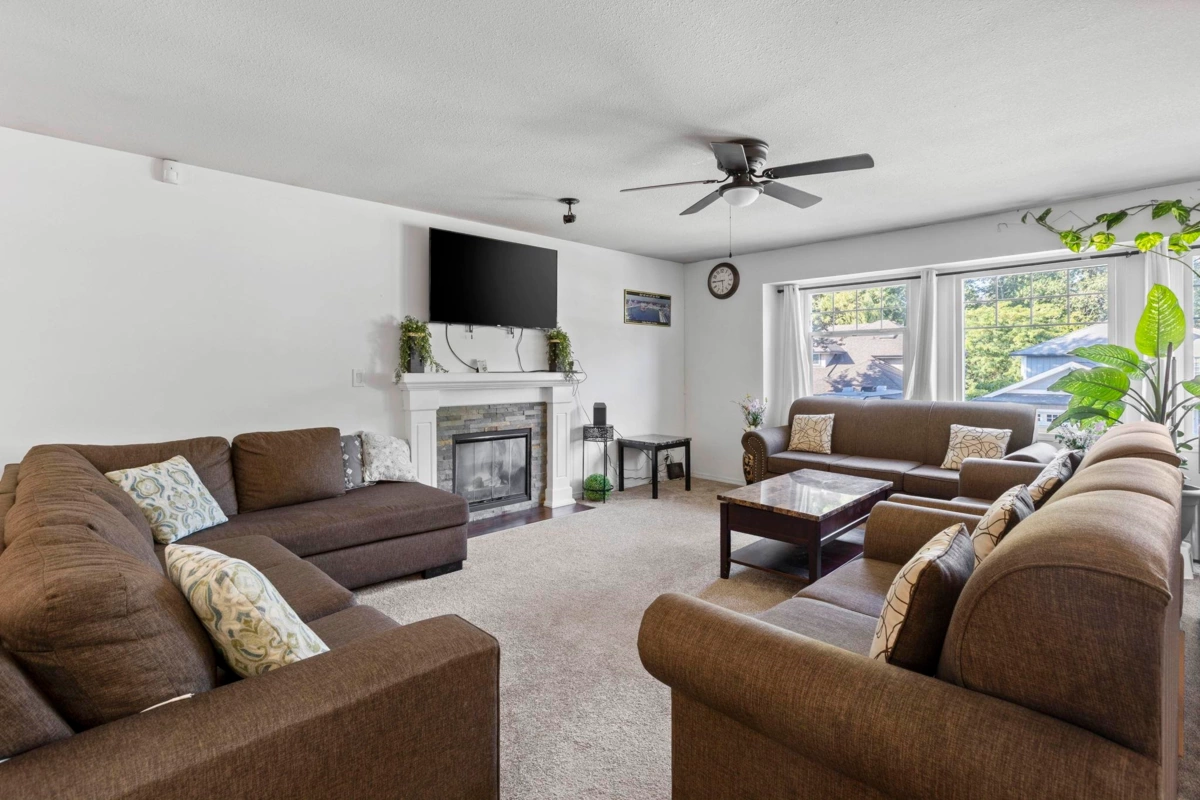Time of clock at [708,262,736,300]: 5:44
